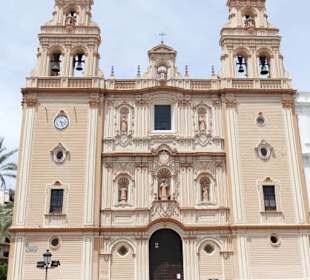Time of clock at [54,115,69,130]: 3:26
